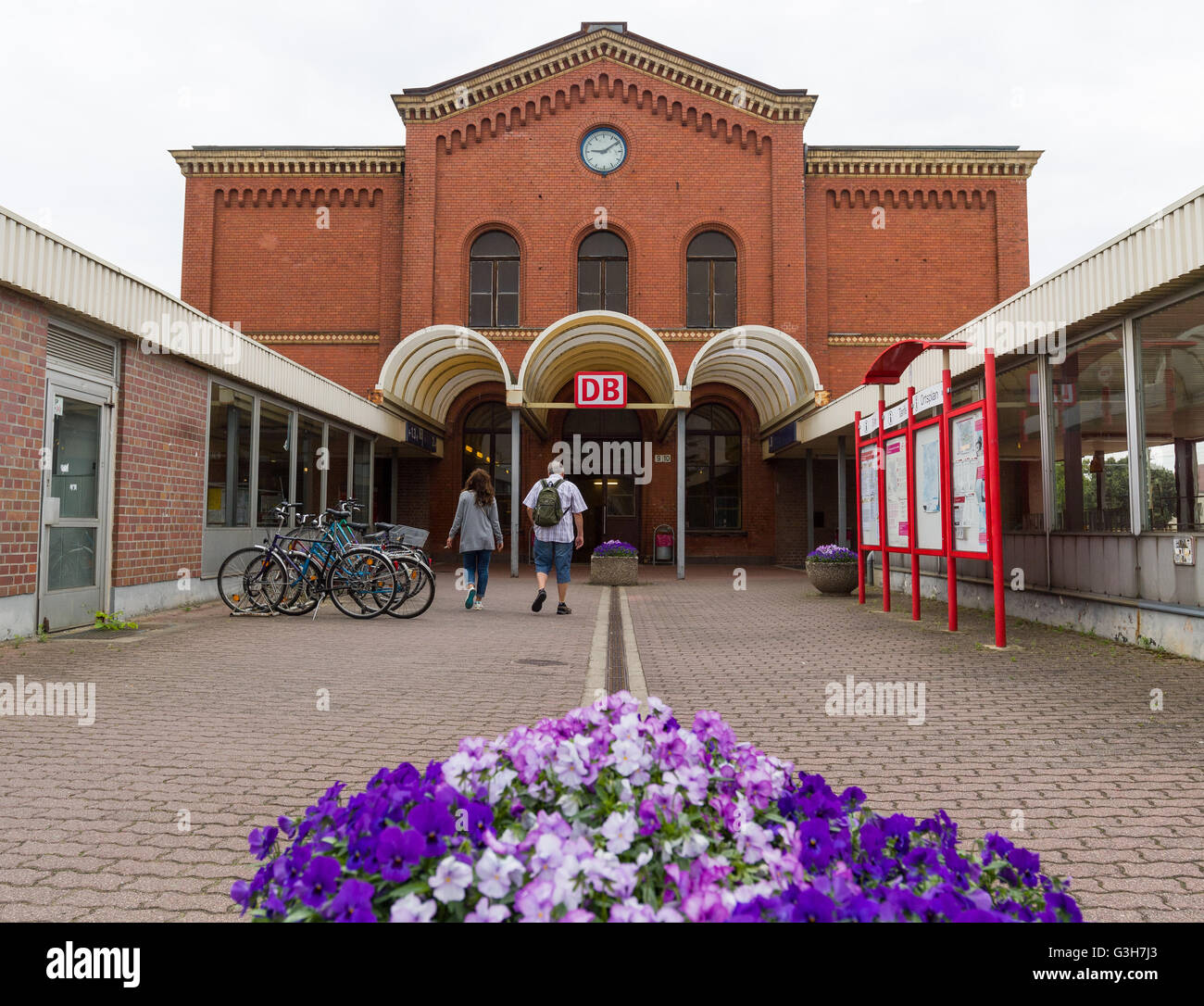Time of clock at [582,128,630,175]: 9:09
